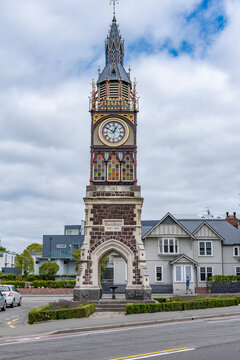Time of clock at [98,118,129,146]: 12:50
